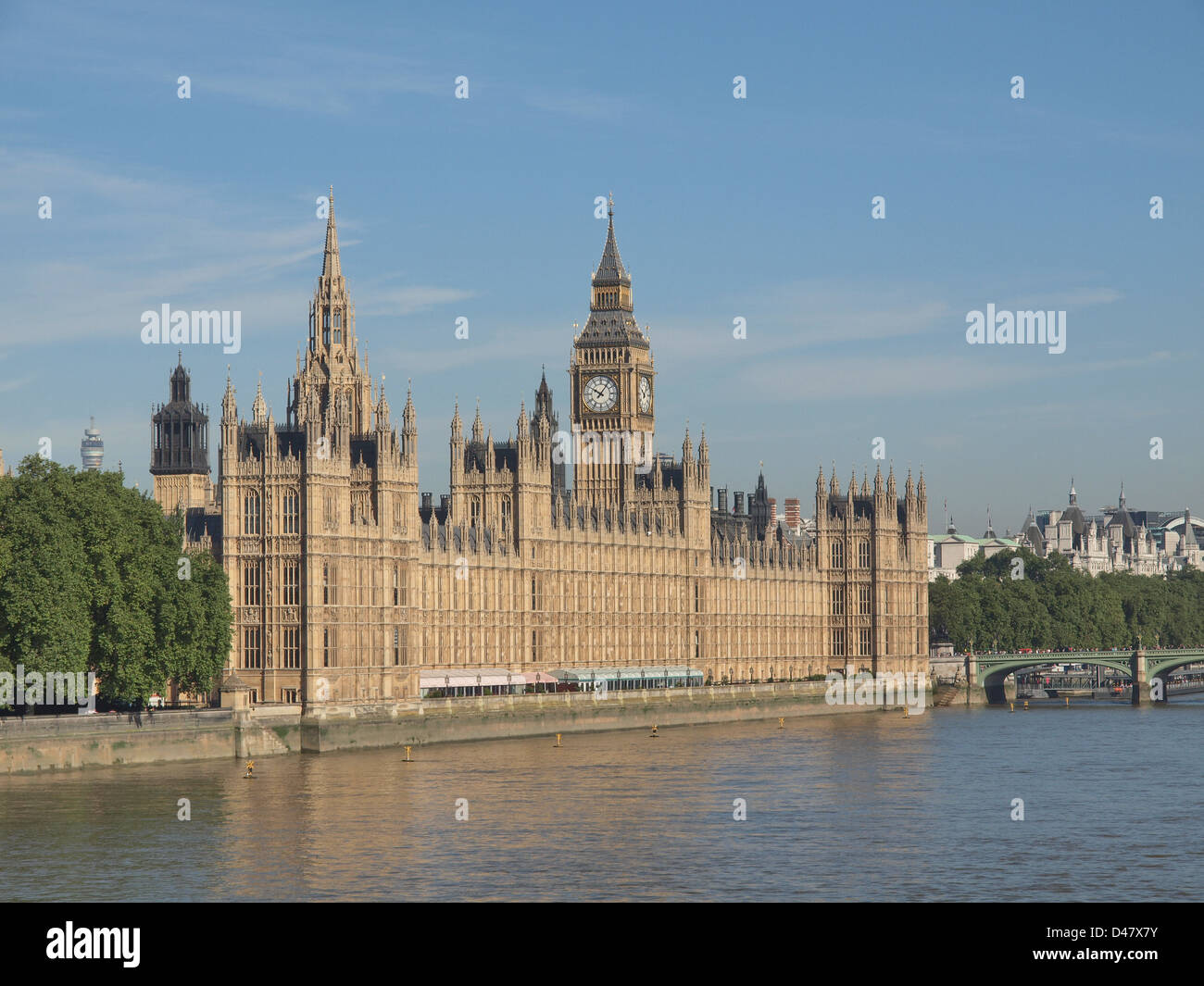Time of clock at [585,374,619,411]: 10:06
